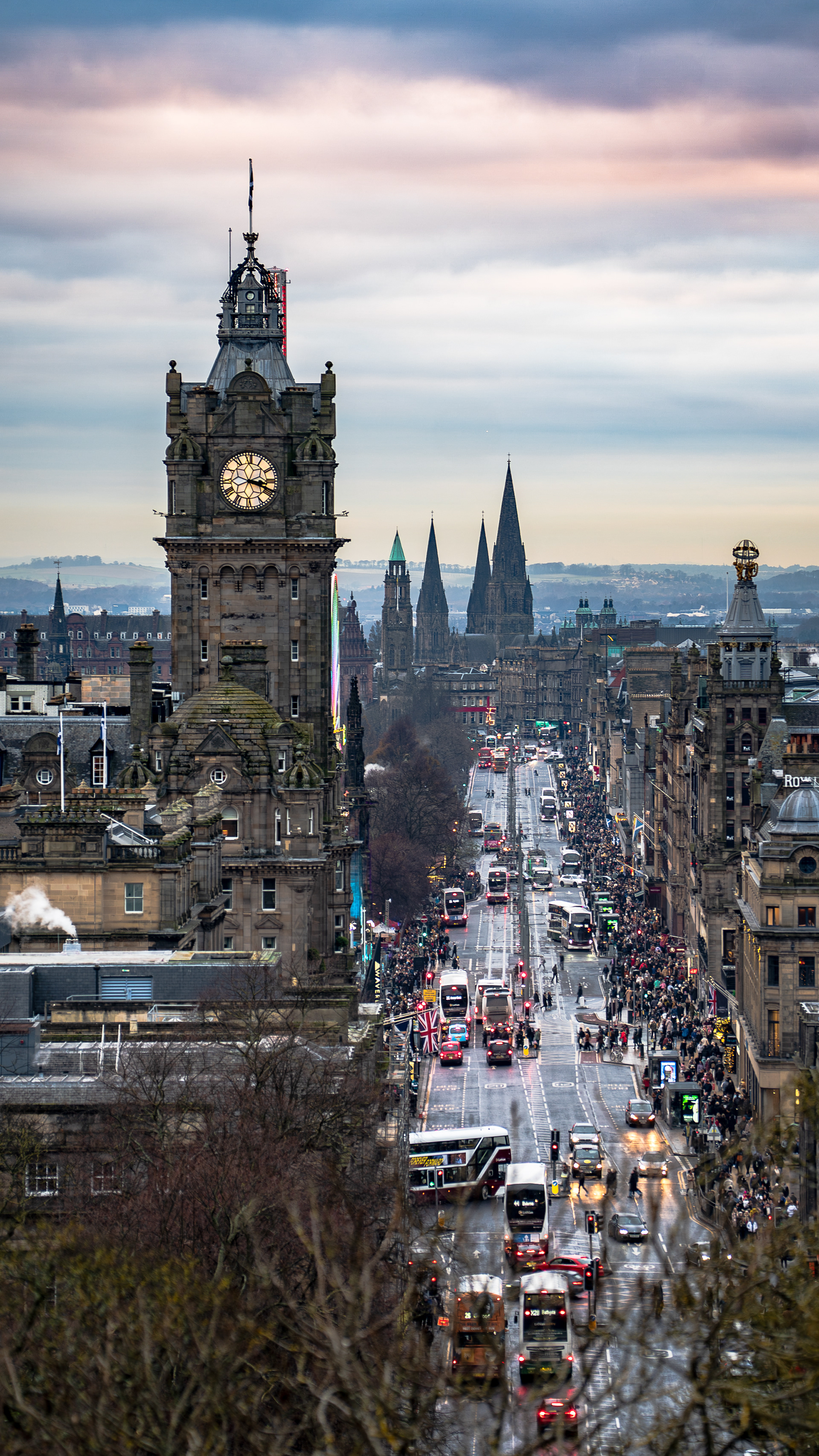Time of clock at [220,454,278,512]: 3:18
